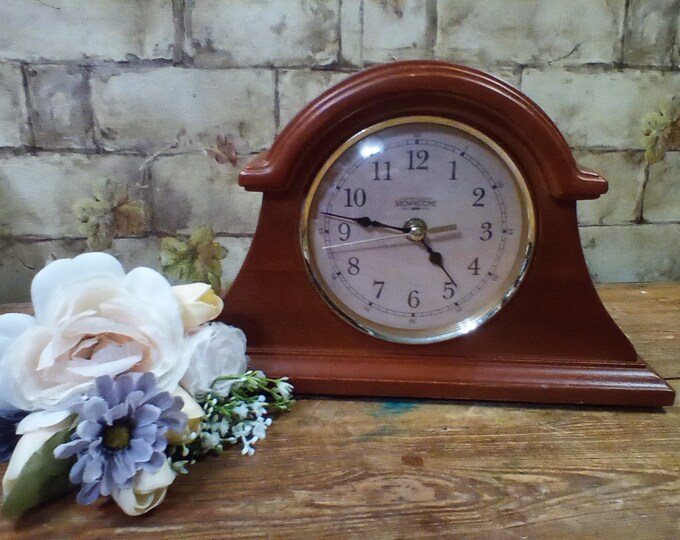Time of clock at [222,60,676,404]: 4:46
